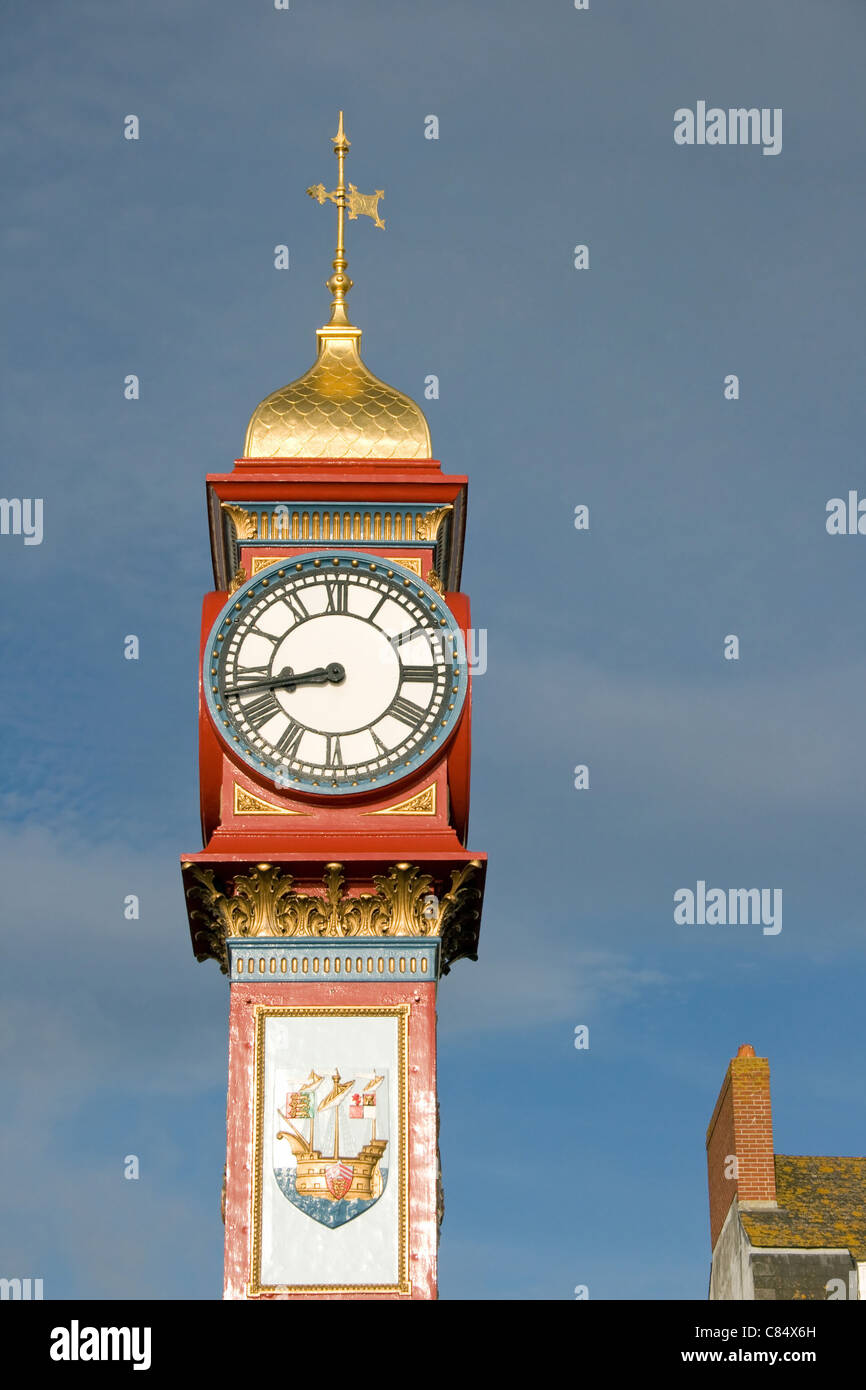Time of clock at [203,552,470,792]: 8:42
